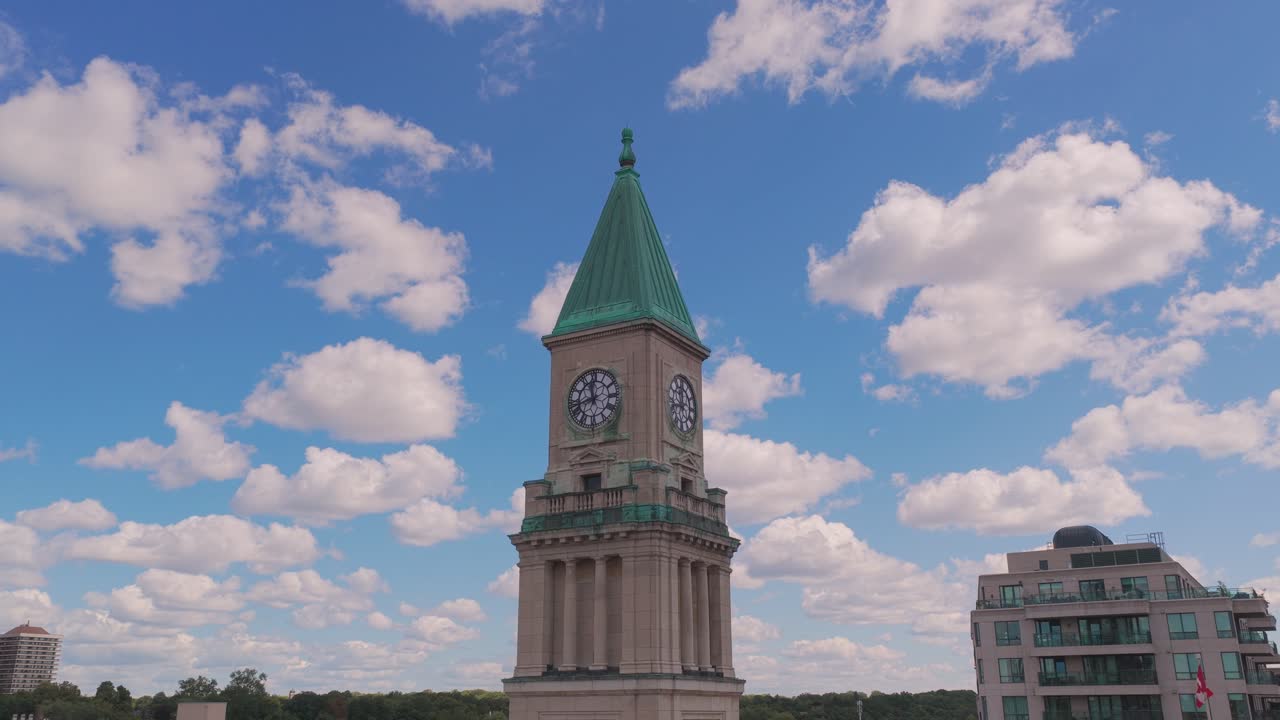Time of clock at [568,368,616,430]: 11:42
